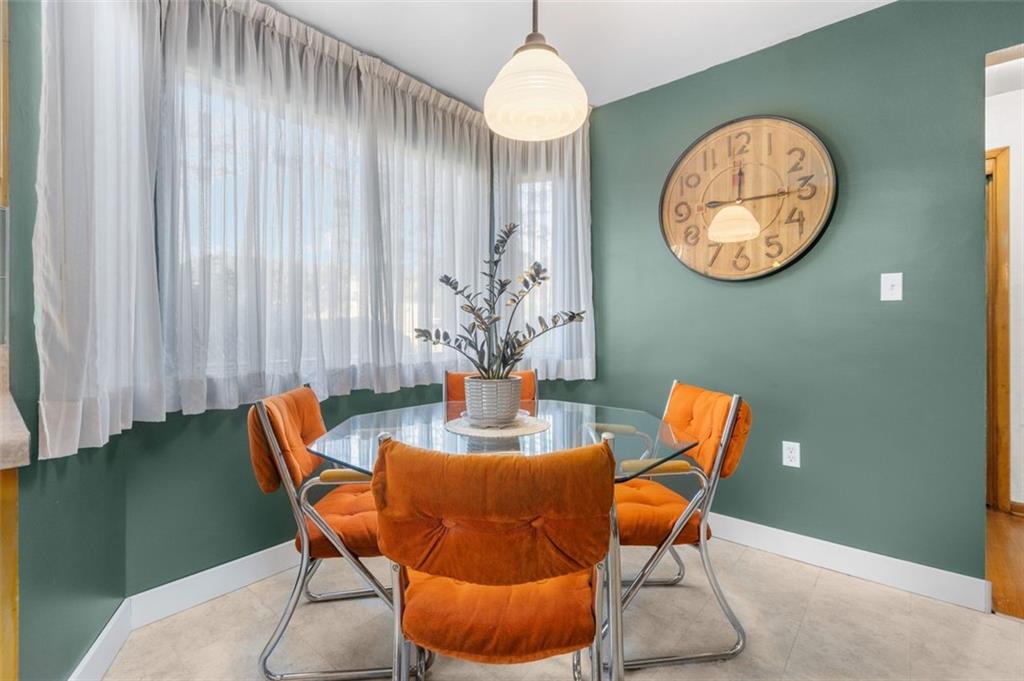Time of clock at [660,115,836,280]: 9:15
